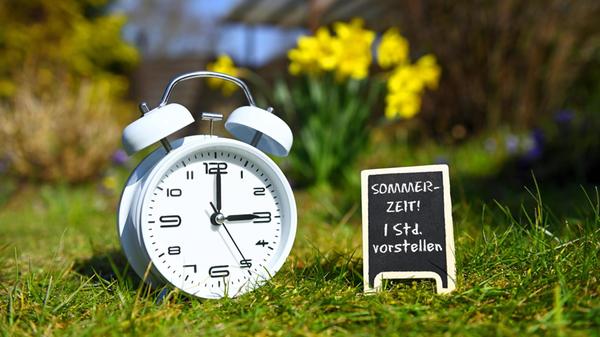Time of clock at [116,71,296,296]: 3:00
